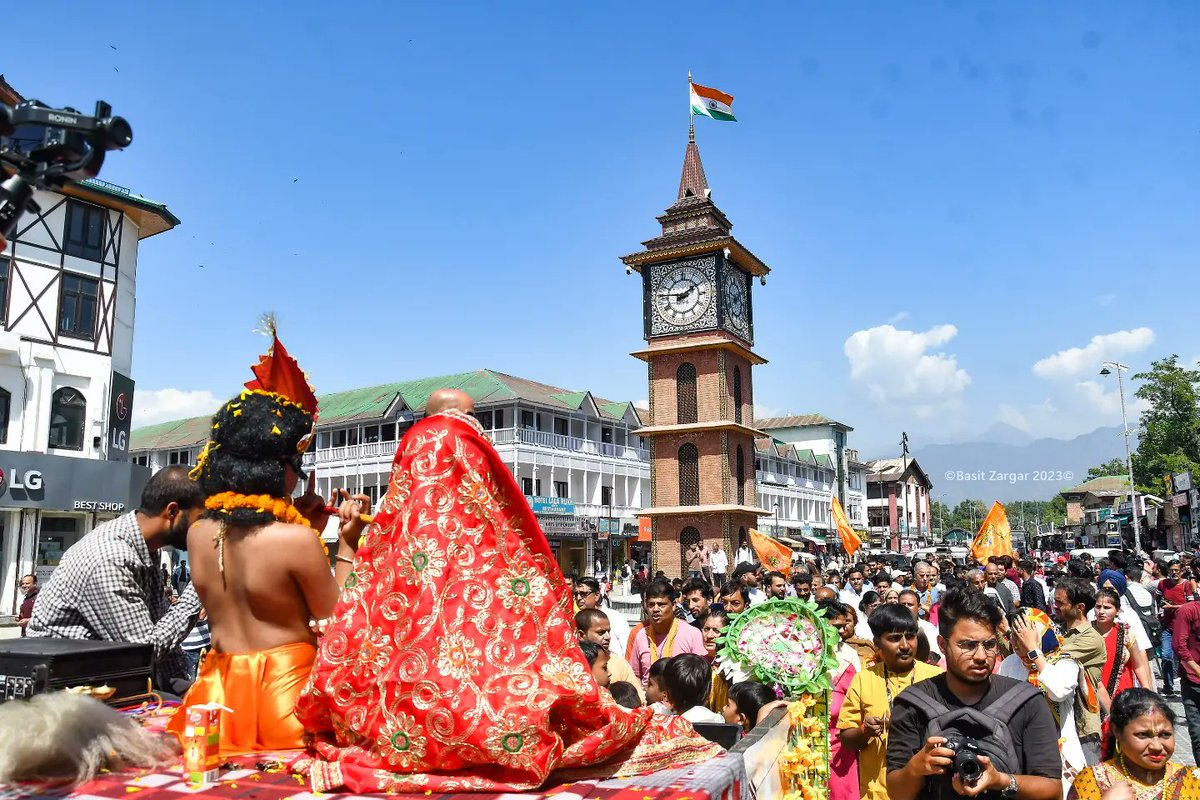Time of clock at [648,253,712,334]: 1:46
